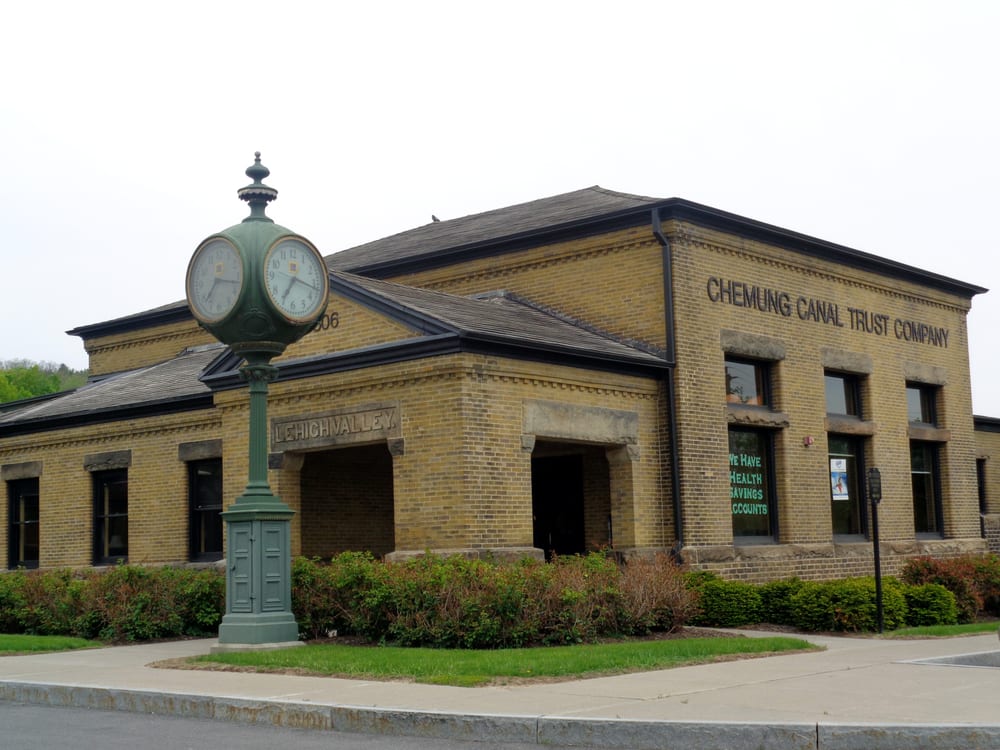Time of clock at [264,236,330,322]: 7:17
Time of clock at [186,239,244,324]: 7:17
